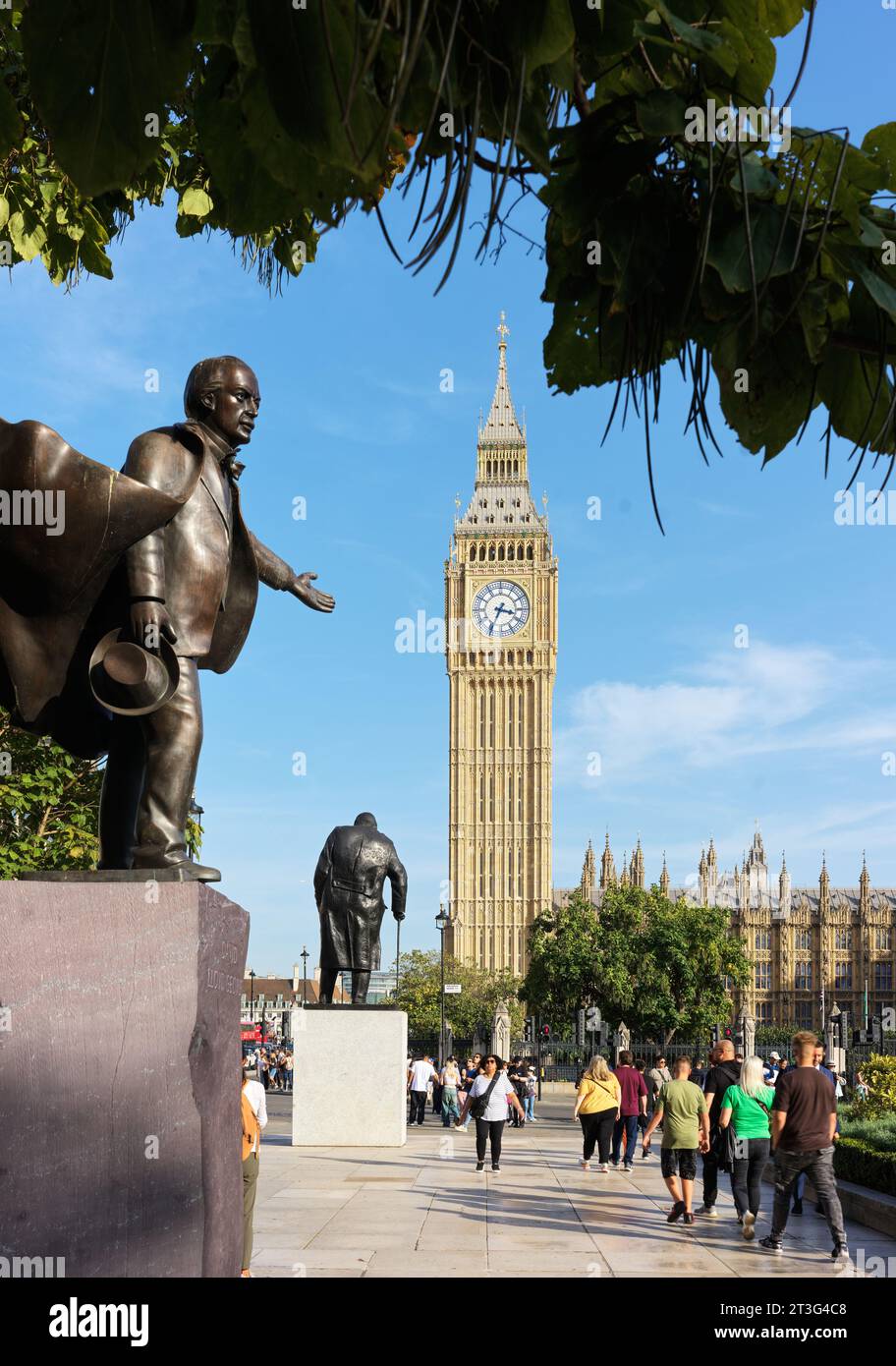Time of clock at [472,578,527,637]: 3:34
